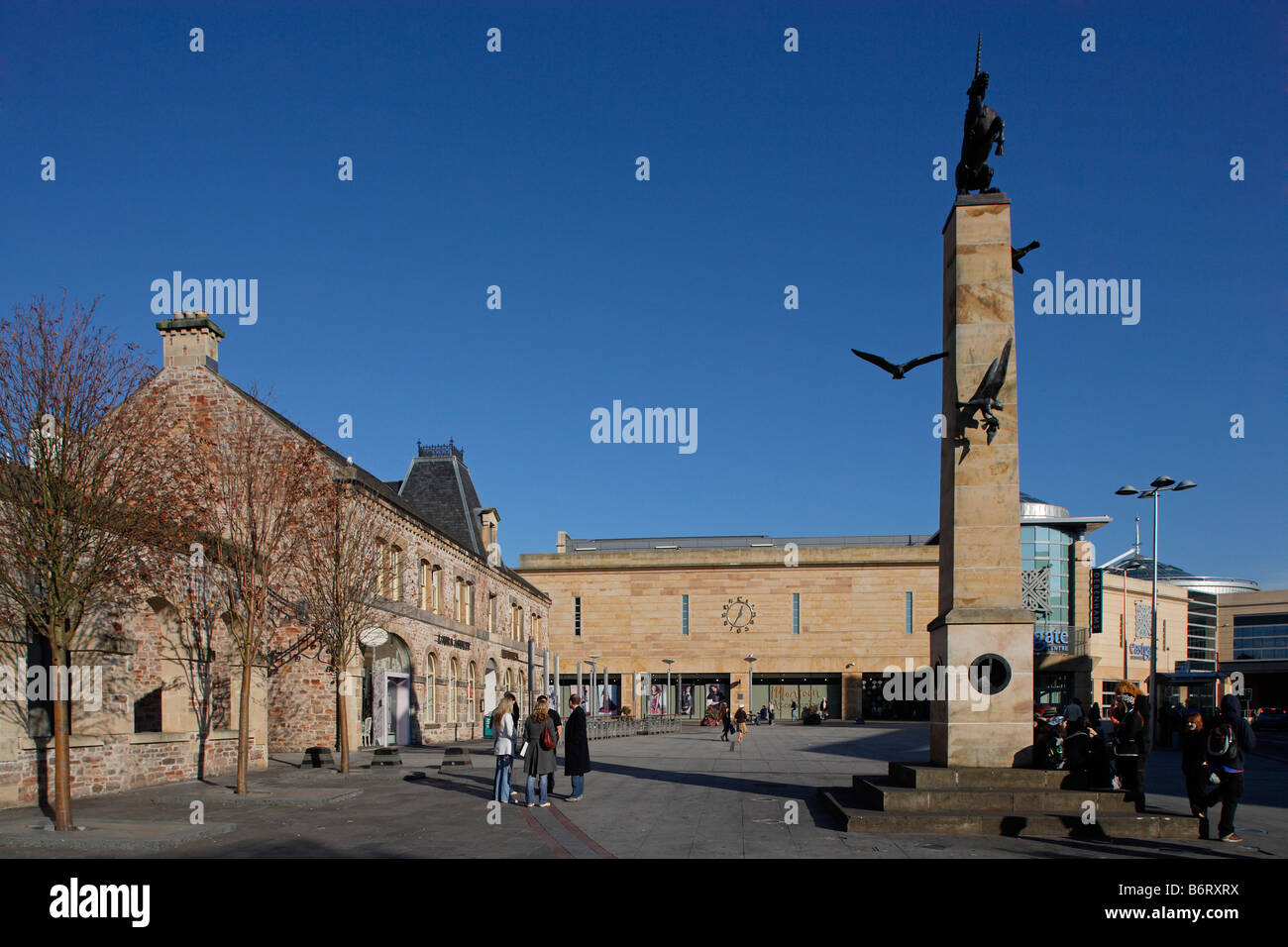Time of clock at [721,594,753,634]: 12:34
